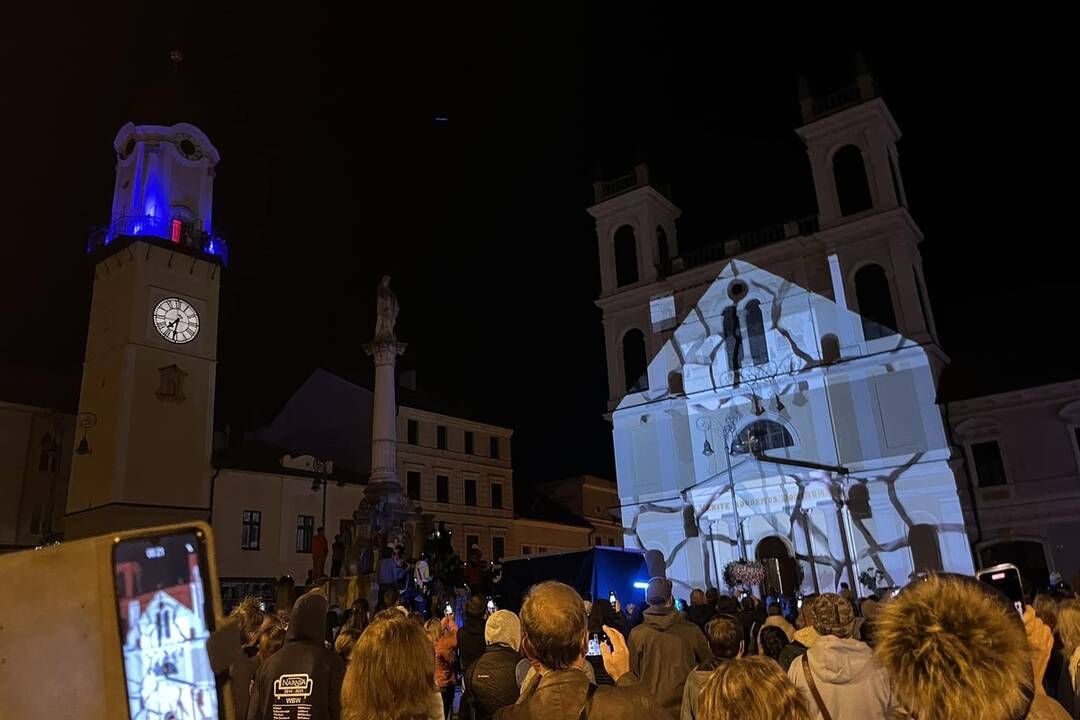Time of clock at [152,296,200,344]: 7:31
